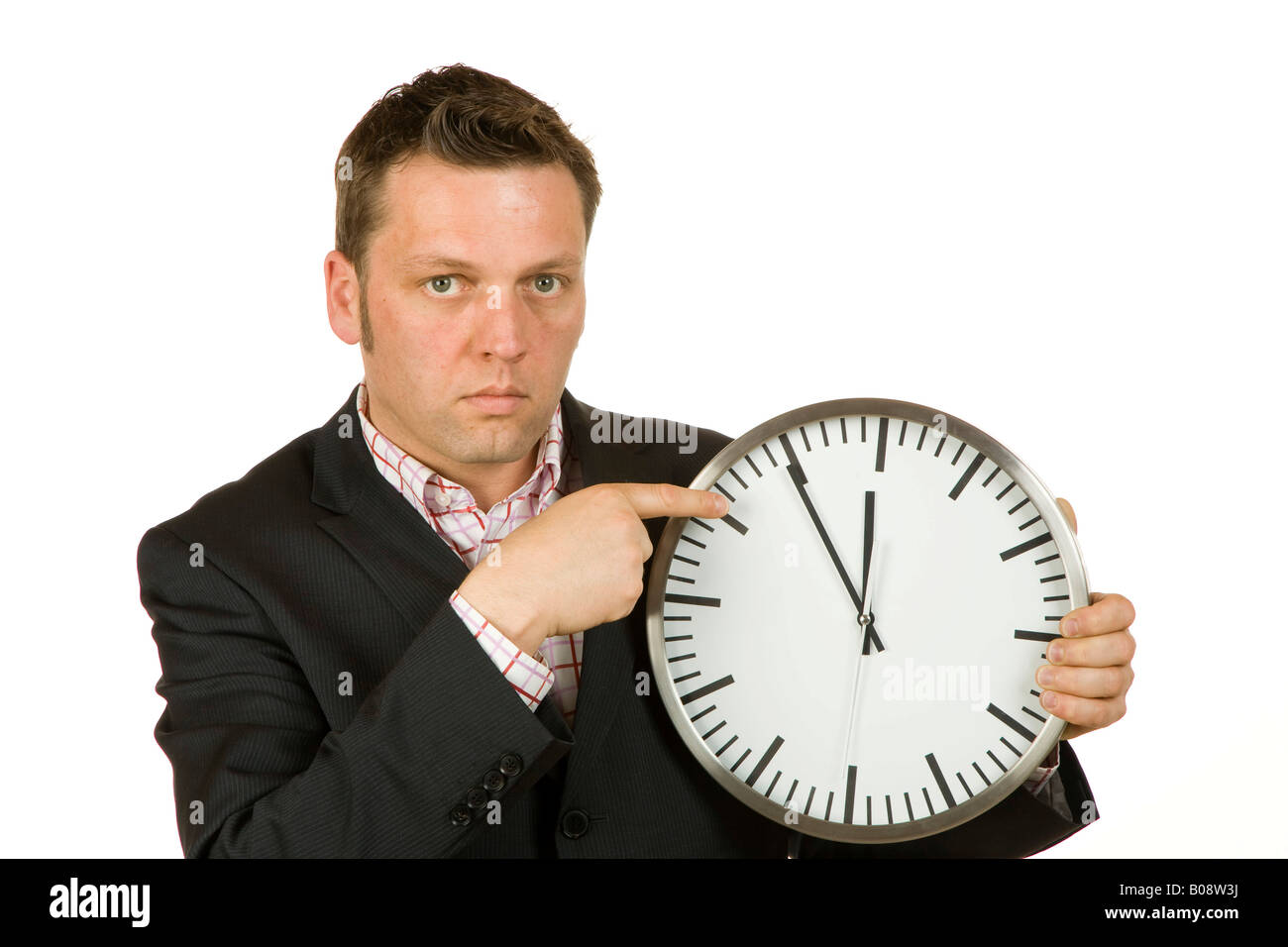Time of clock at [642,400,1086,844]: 11:54
